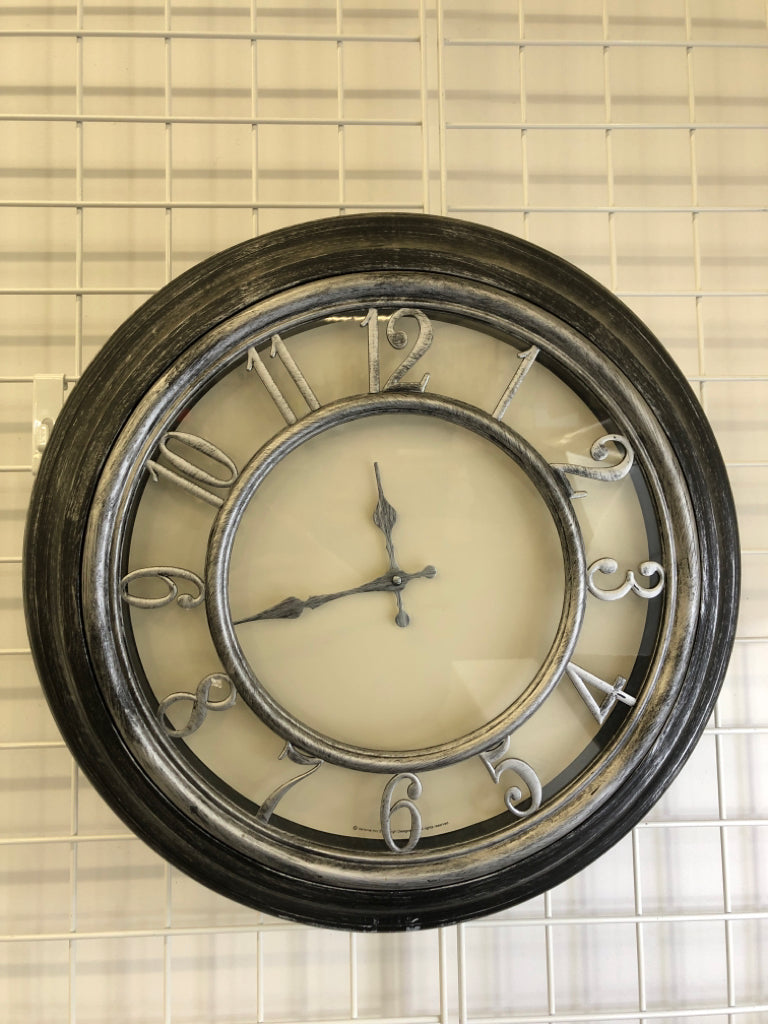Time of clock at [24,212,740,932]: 11:42
